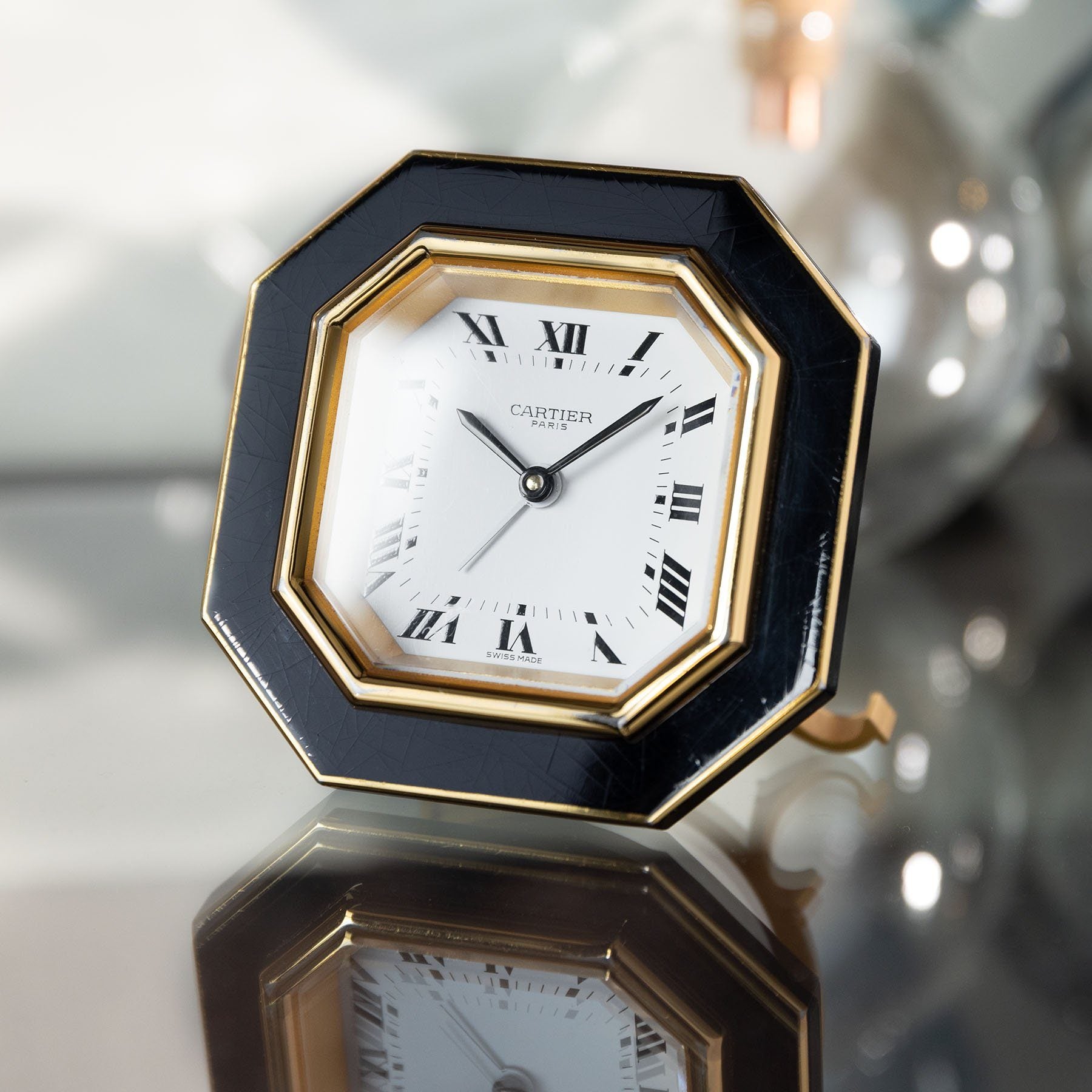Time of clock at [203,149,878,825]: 10:08
